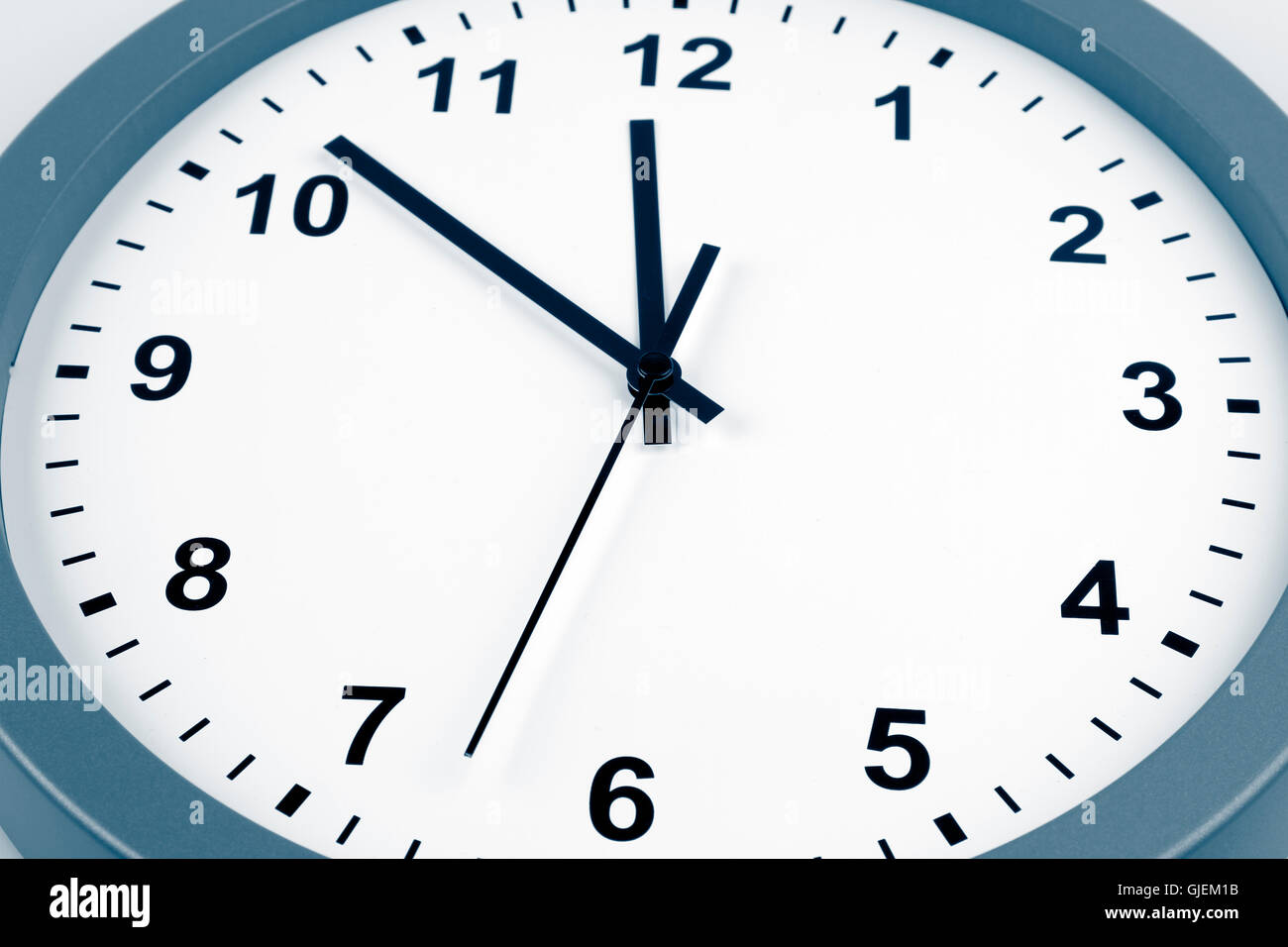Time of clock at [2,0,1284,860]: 11:51
